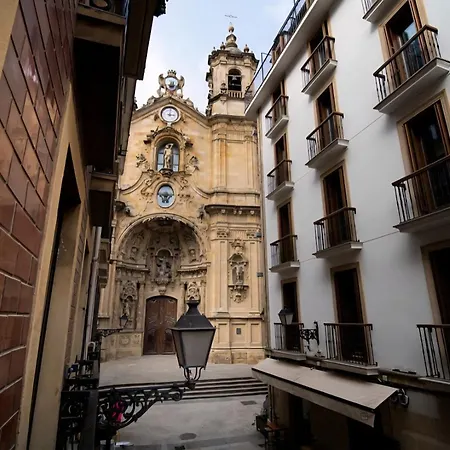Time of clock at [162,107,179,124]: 3:02
